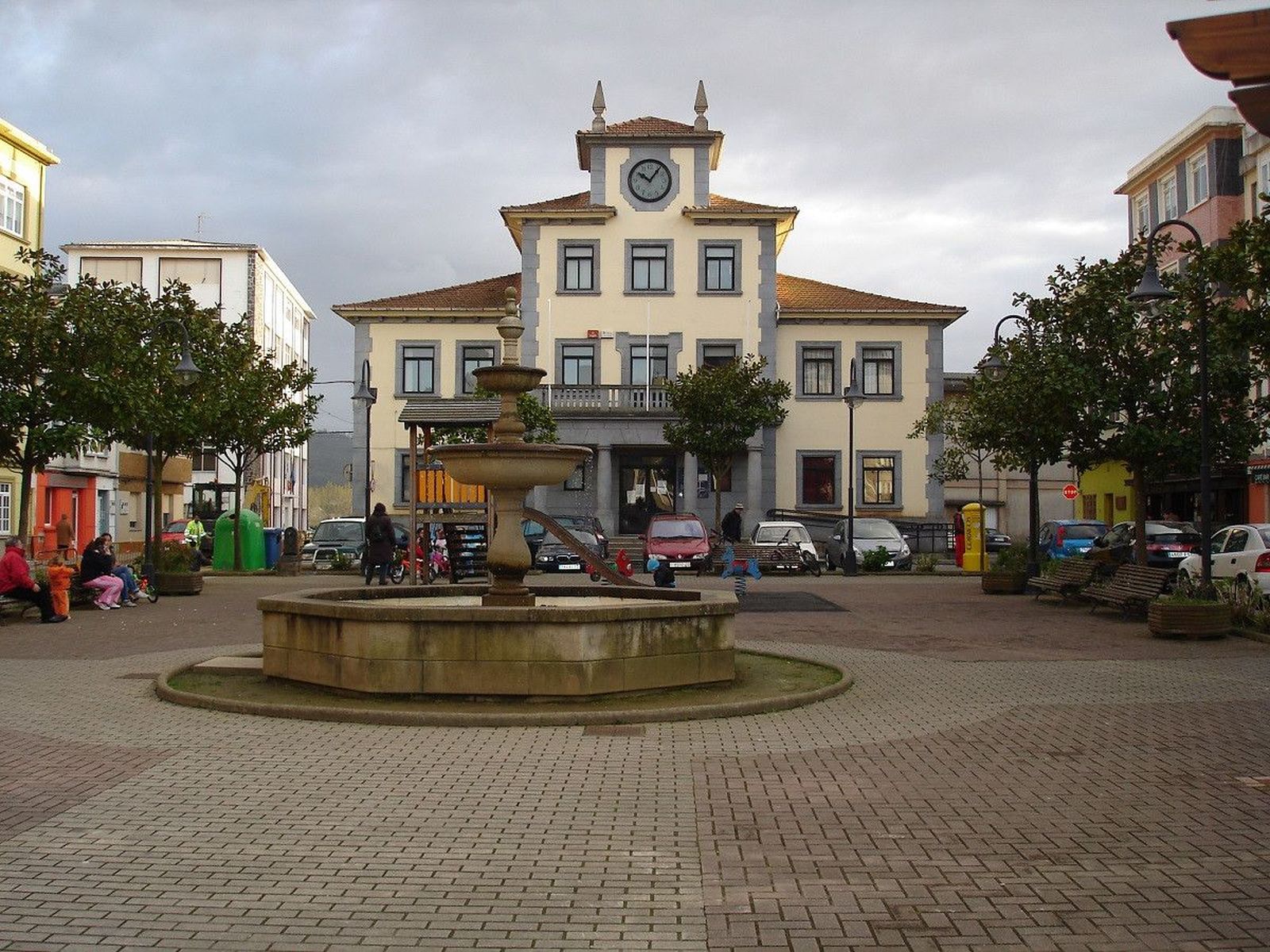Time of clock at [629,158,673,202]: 10:06
